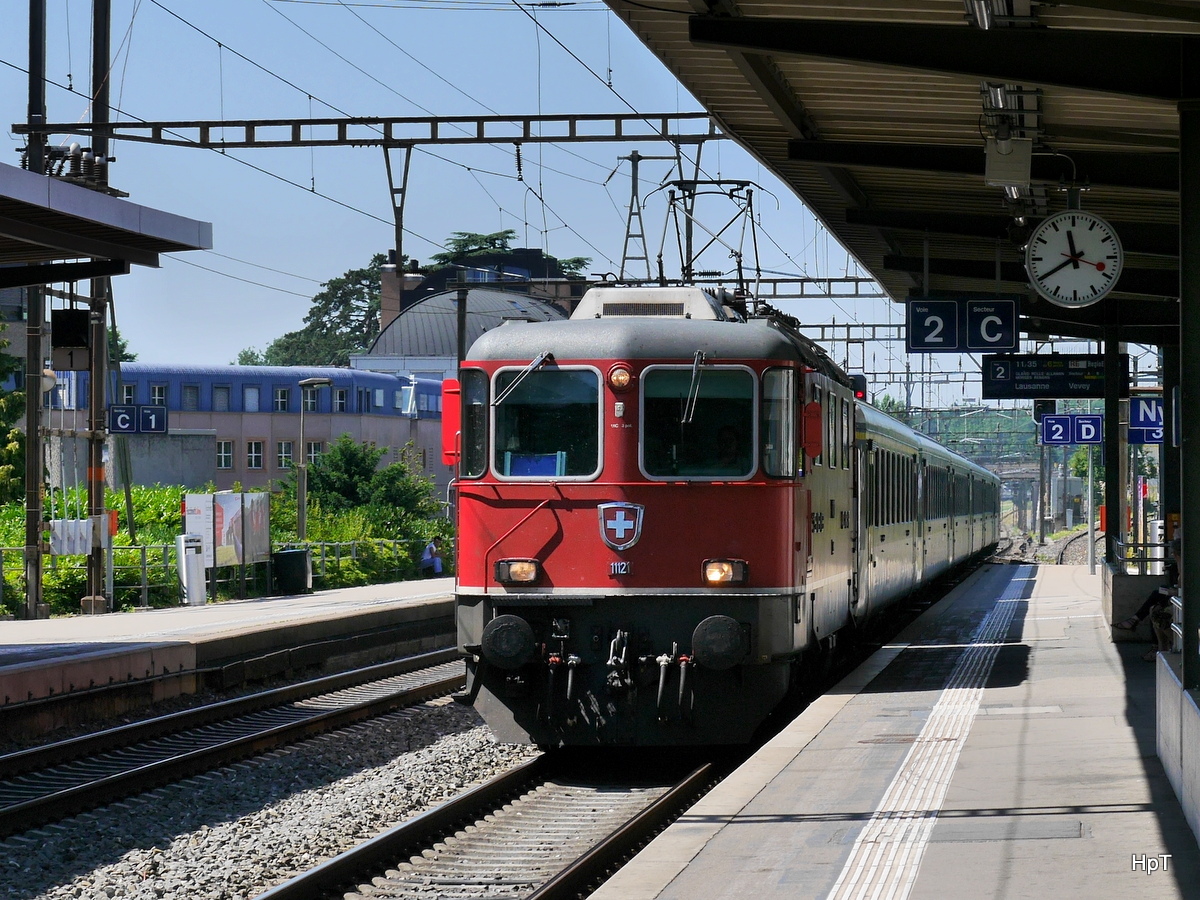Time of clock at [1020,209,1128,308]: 11:39
